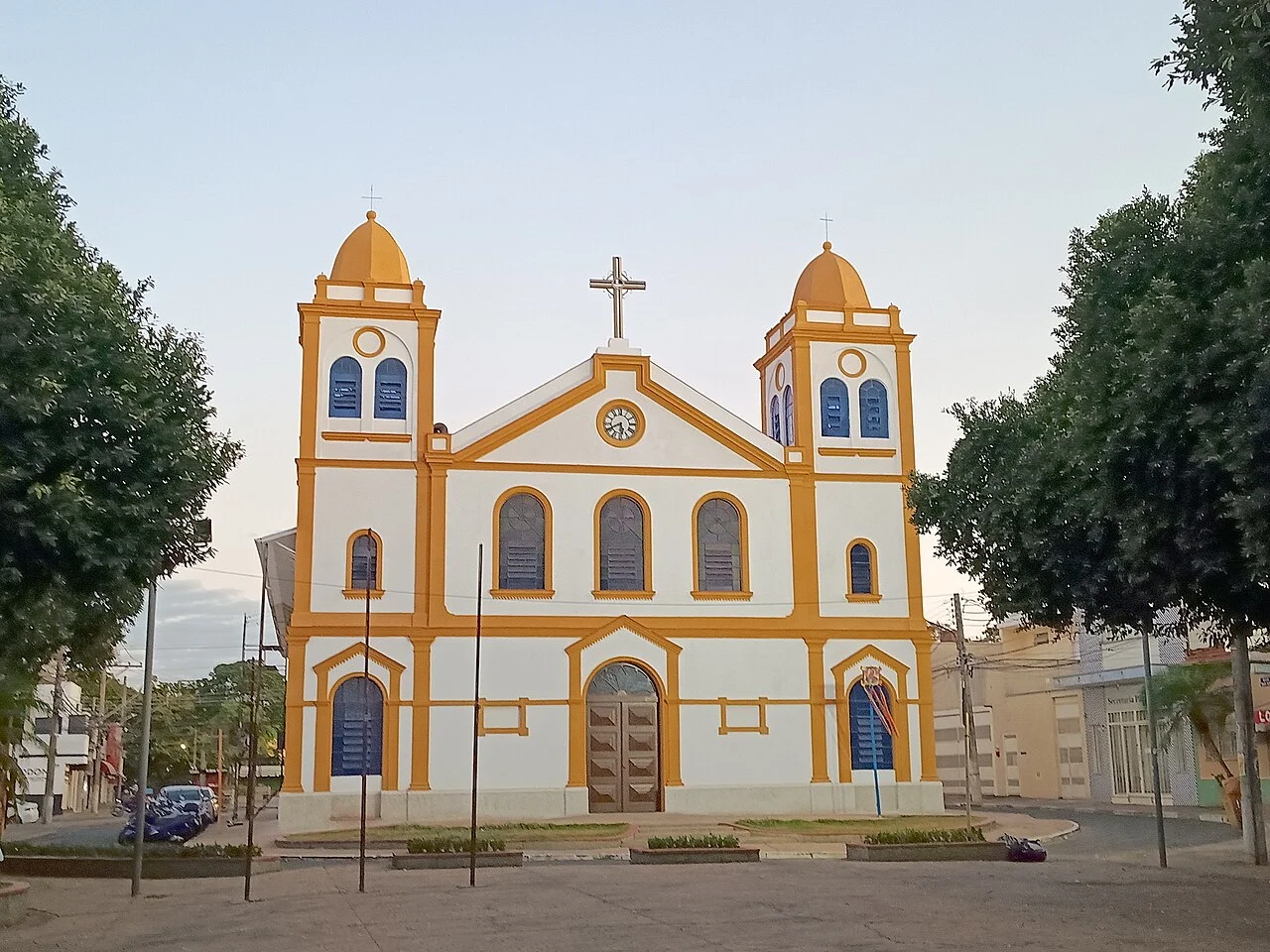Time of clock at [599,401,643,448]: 5:40
